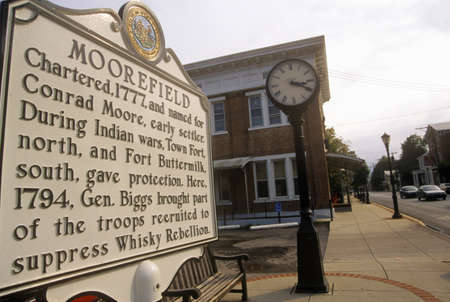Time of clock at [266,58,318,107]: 3:19
